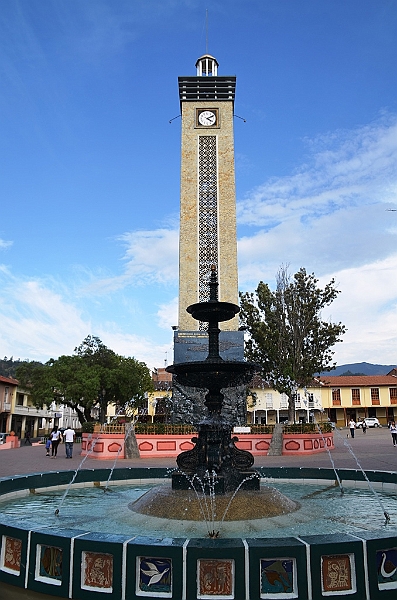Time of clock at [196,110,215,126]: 4:10
